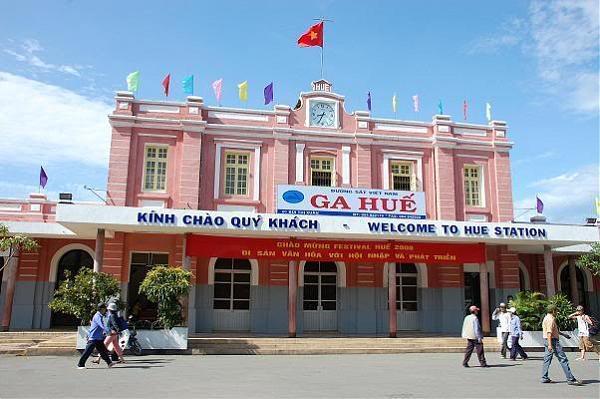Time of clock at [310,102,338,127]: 8:34
